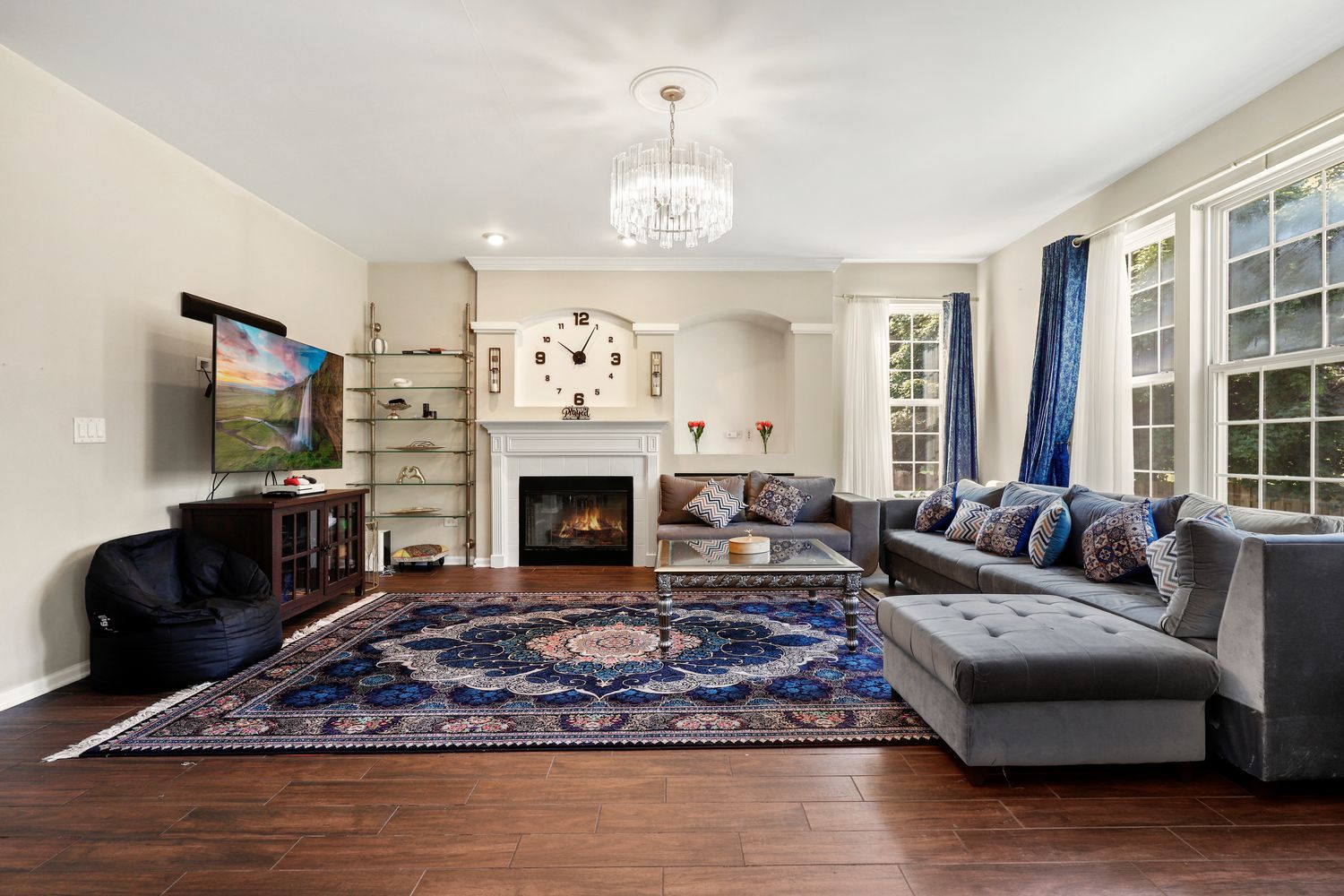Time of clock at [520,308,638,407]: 10:04
